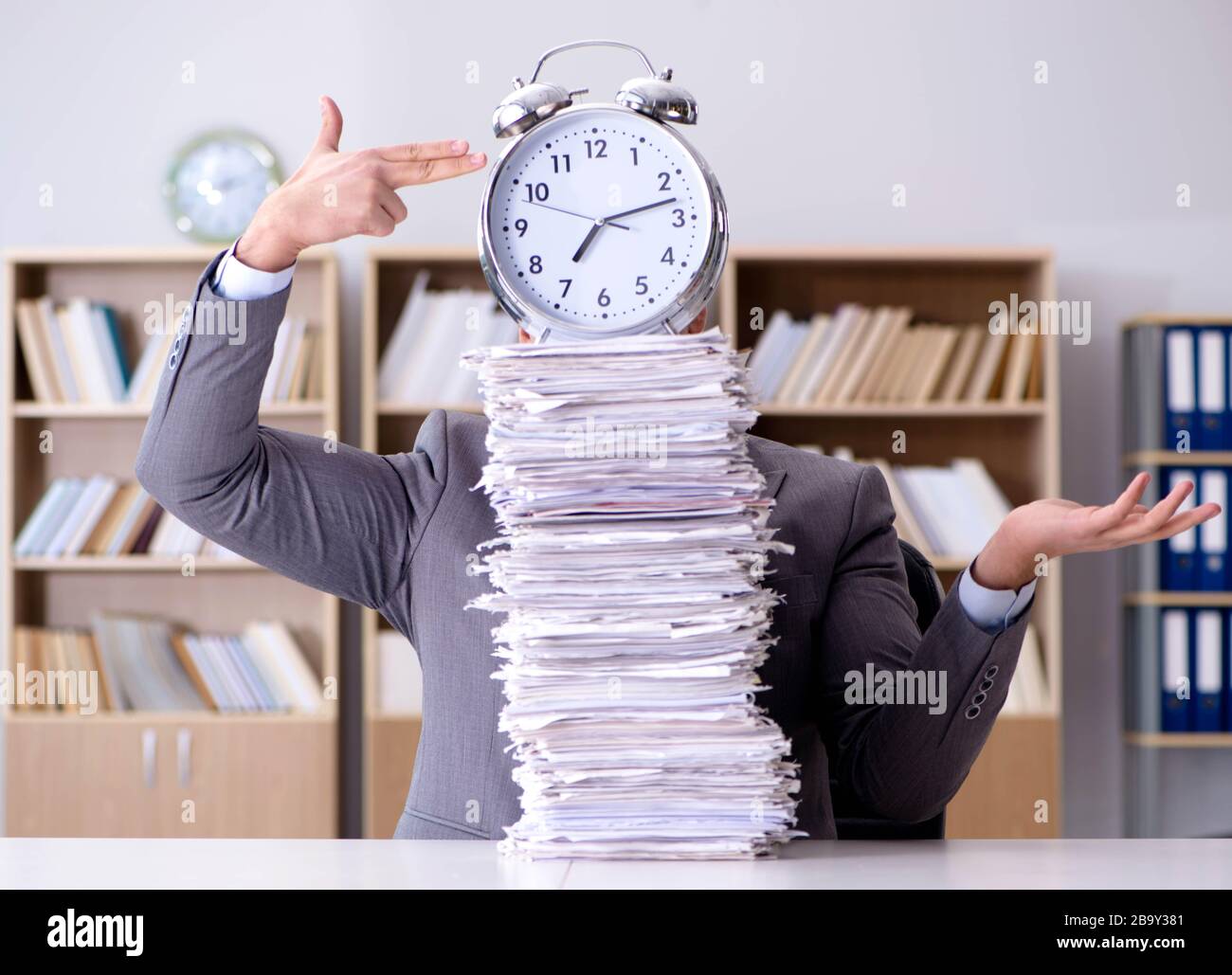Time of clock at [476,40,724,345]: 7:12
